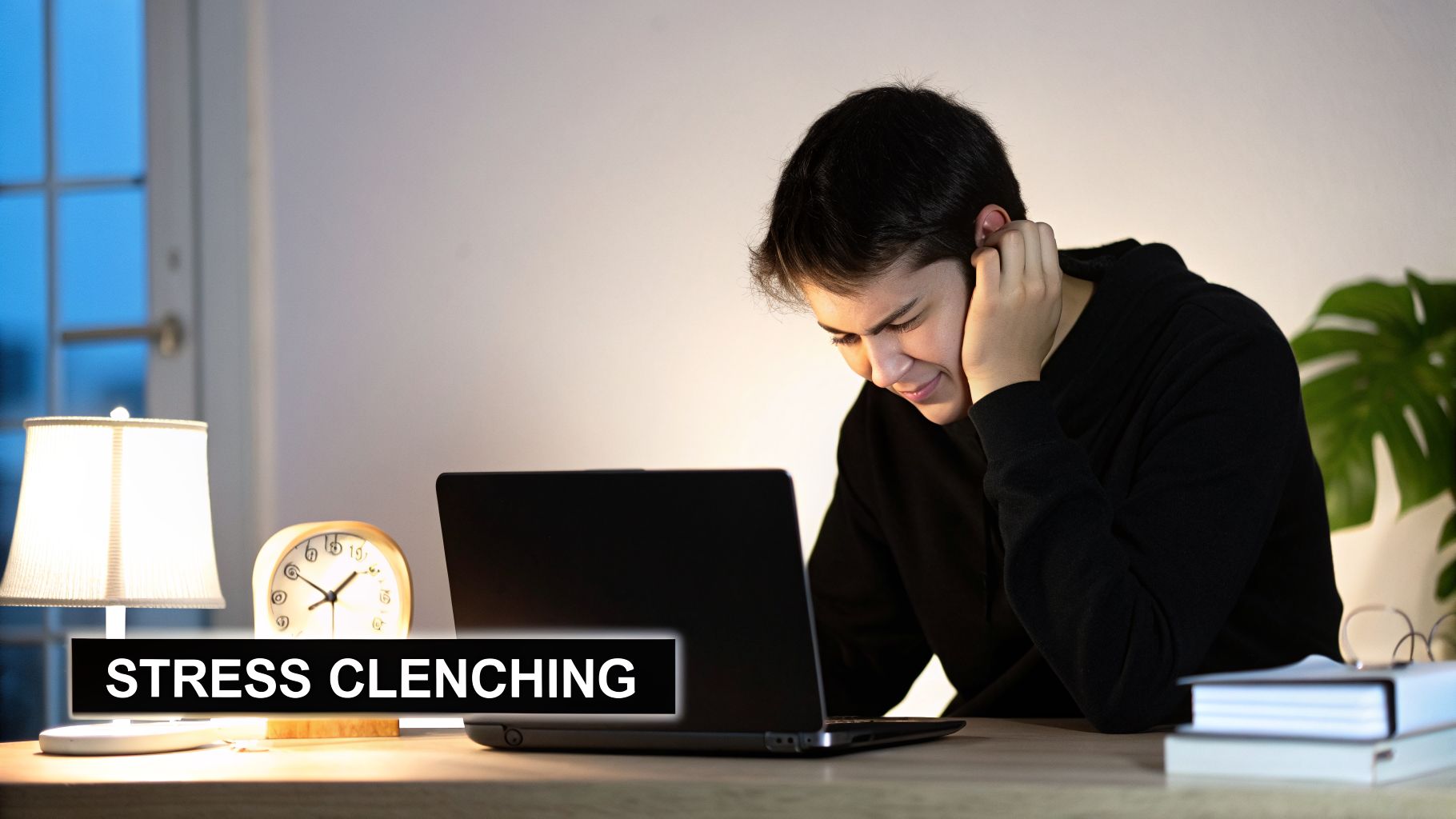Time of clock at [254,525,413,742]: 1:50
